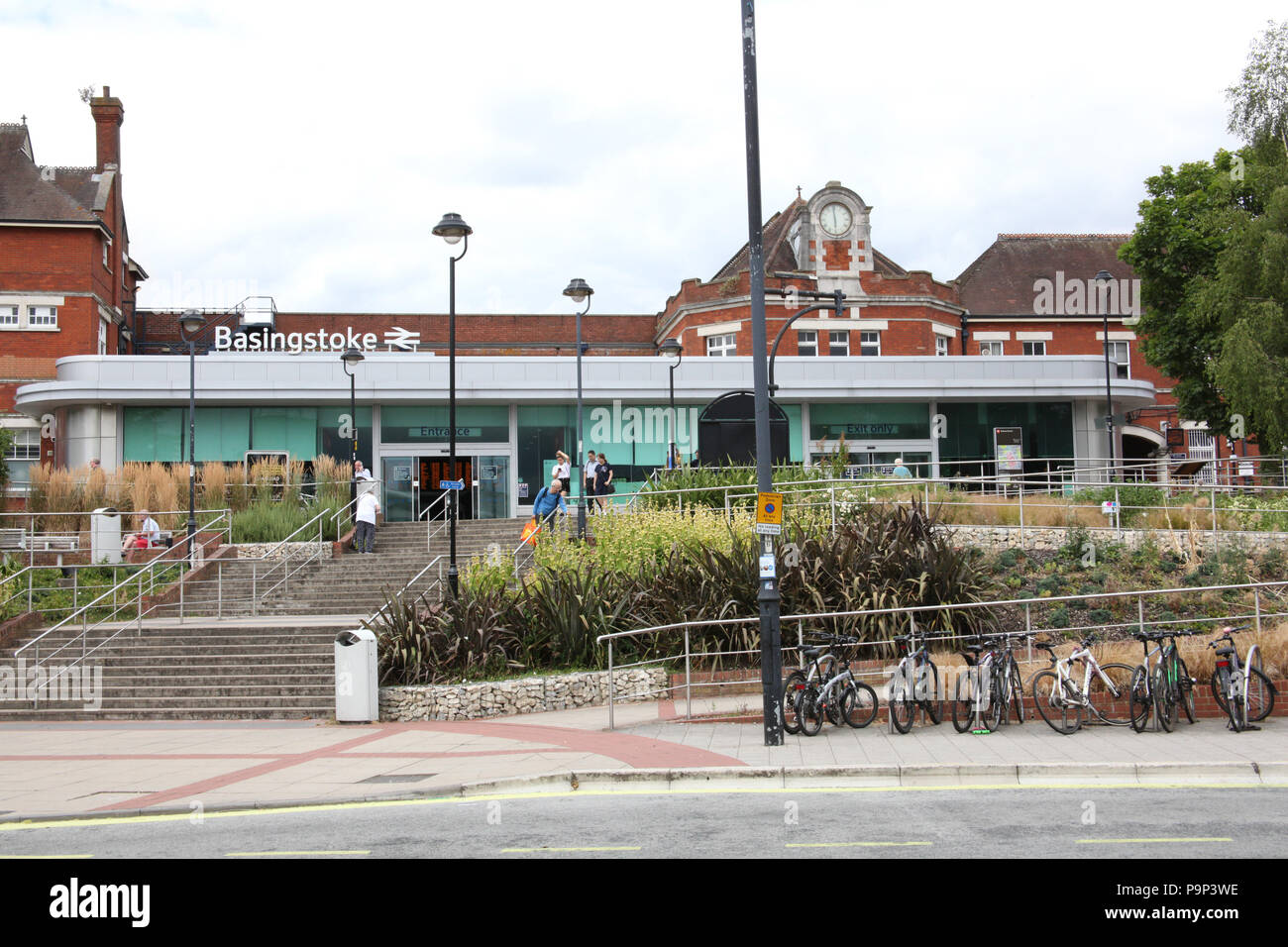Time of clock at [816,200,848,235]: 5:59
